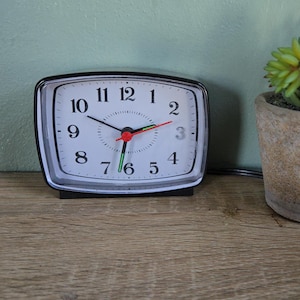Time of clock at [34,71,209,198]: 2:32
